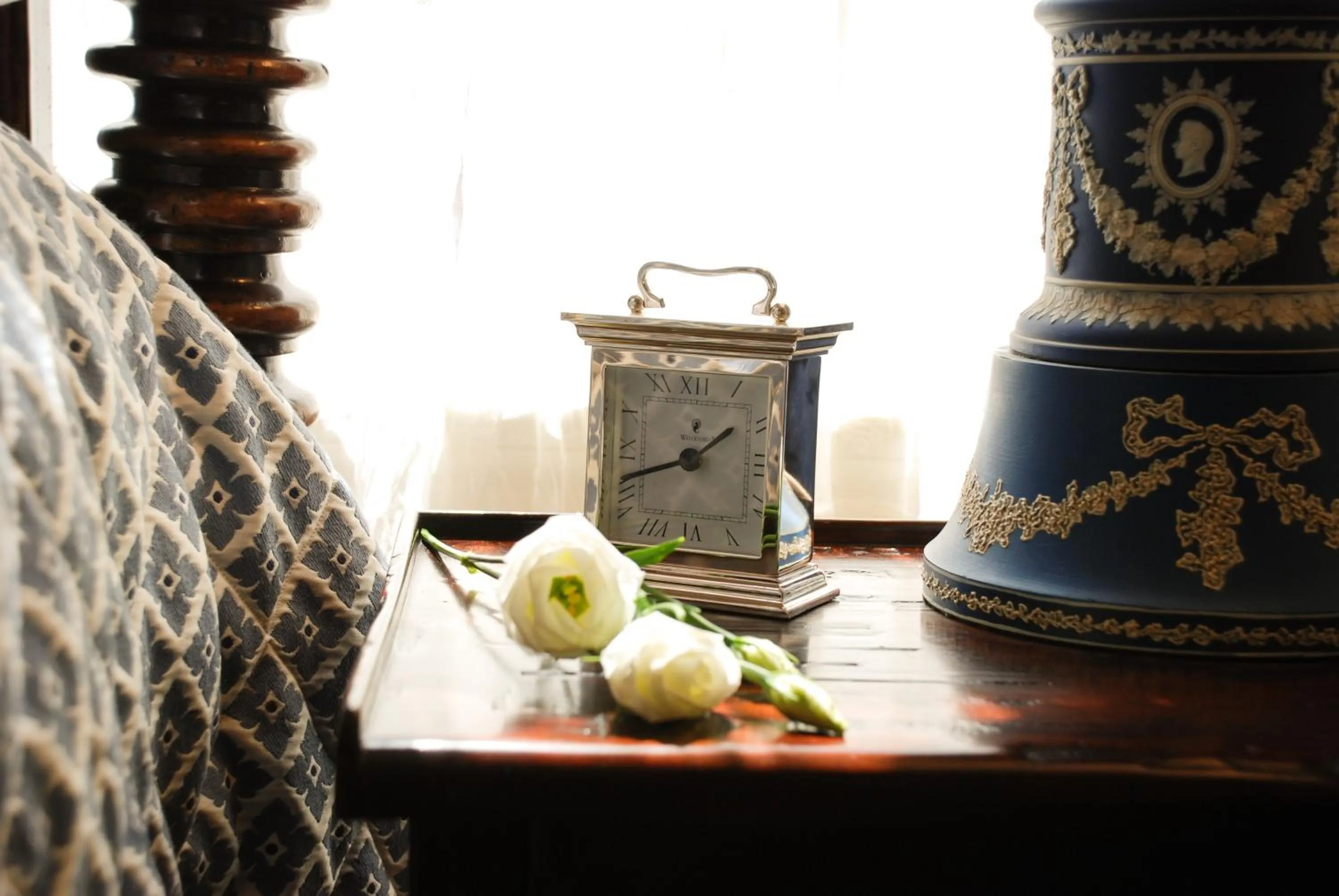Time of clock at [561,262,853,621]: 1:41
